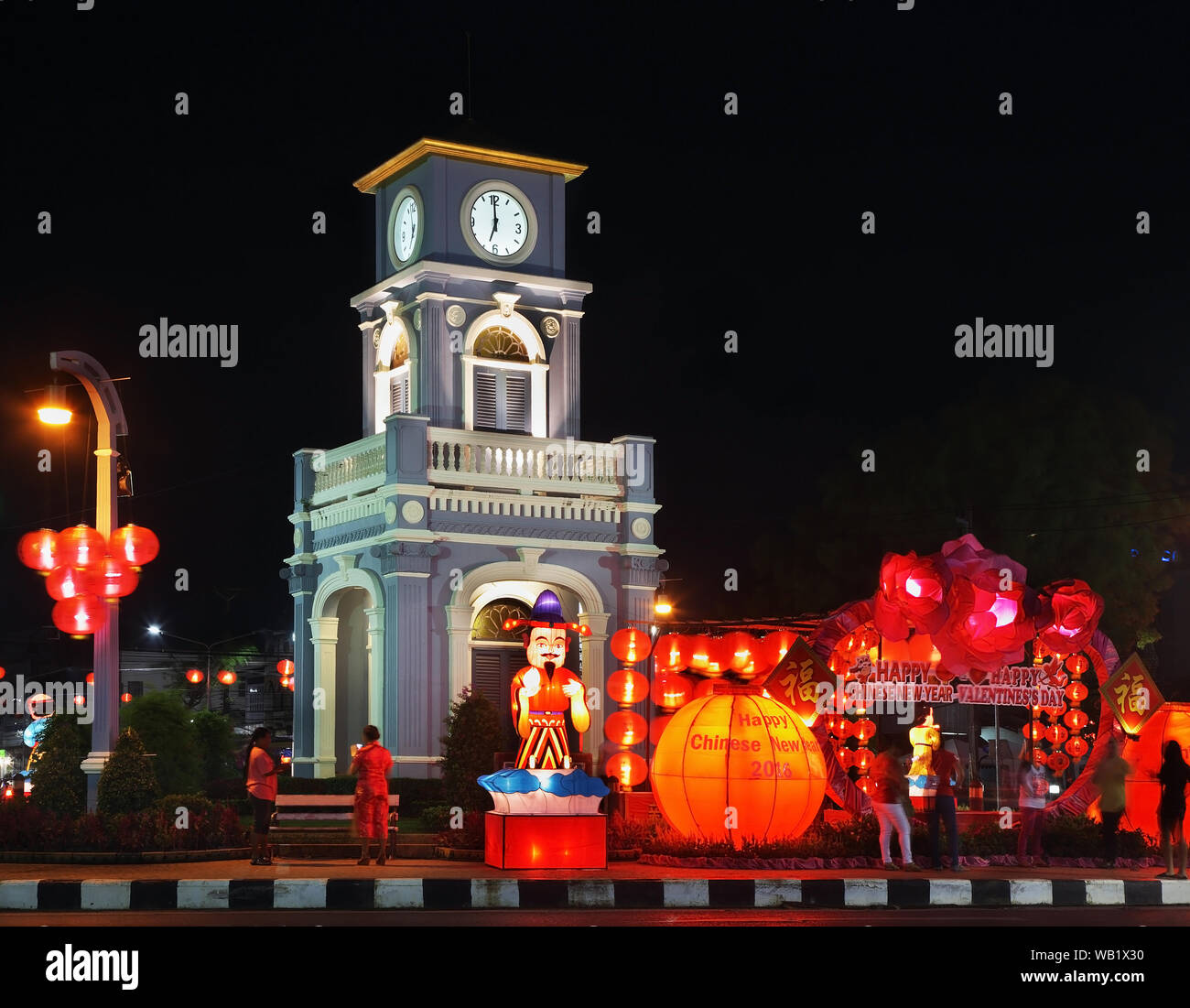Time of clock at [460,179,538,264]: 6:59
